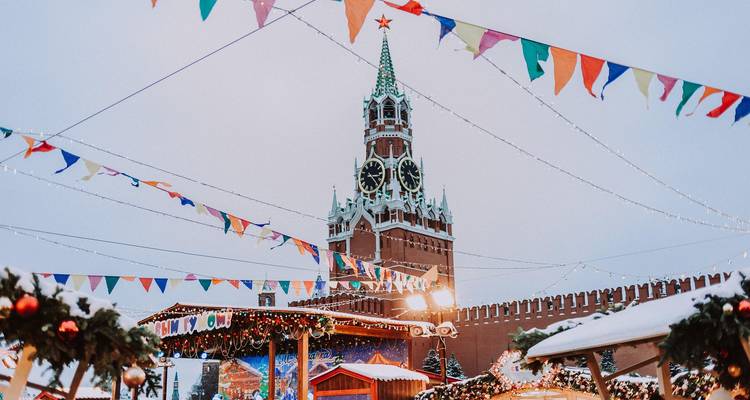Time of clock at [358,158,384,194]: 3:23
